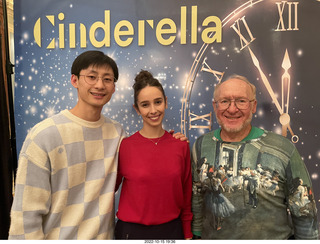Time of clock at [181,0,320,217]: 11:54
